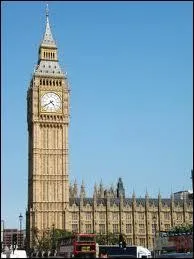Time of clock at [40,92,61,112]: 4:39
